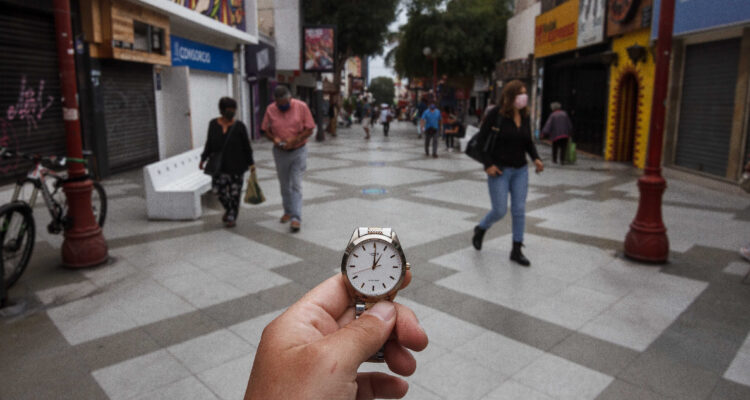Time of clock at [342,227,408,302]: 1:00
